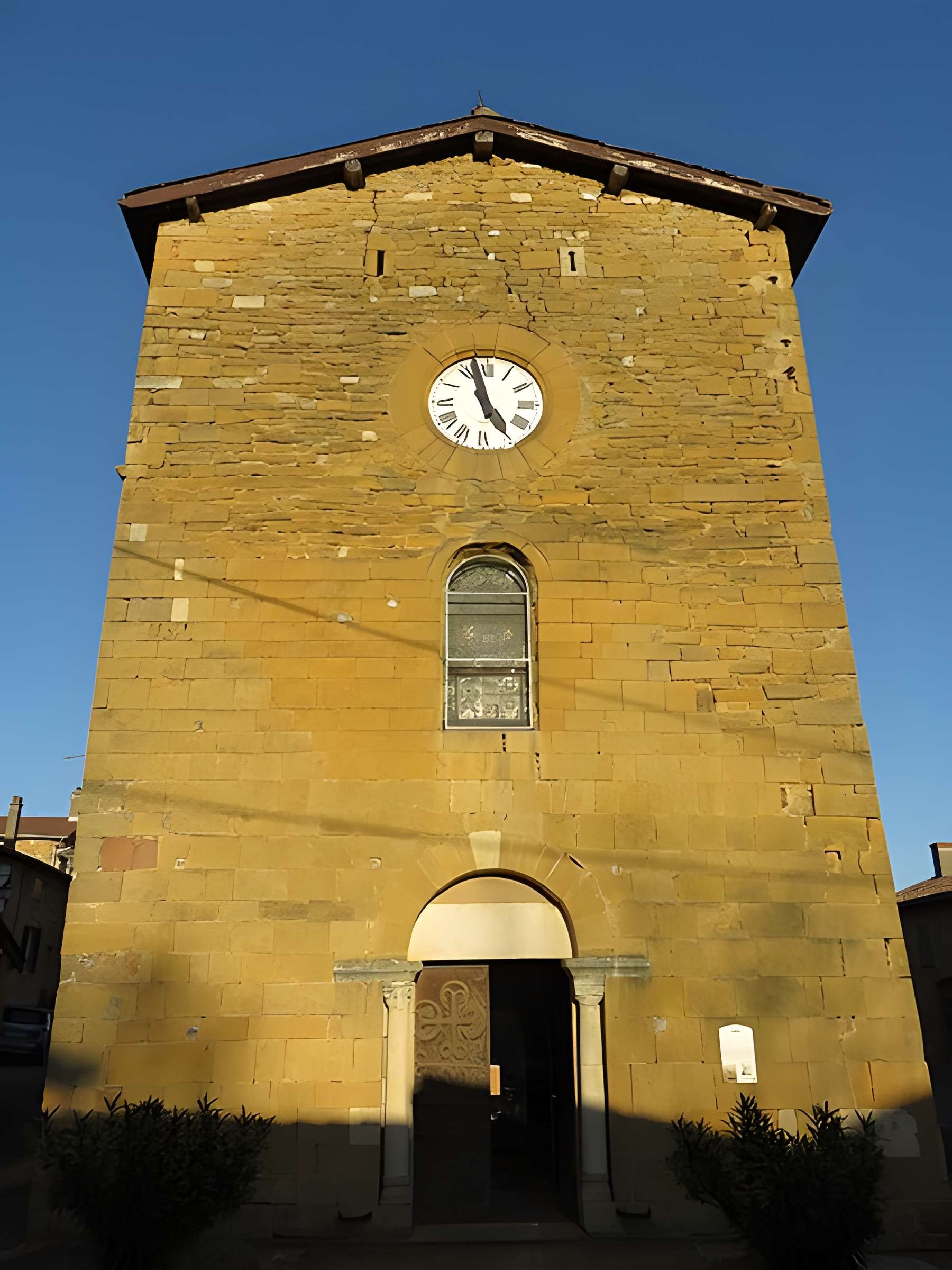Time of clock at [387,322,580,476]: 4:57
